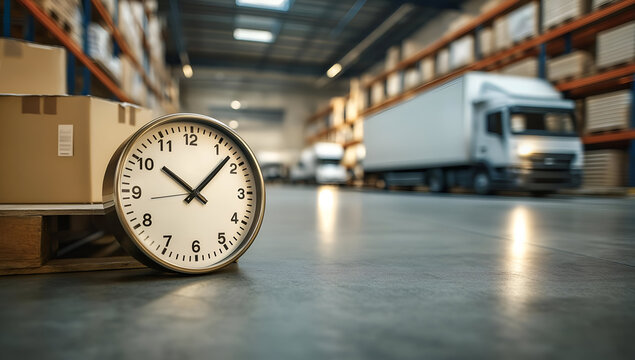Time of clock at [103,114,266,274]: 10:07
